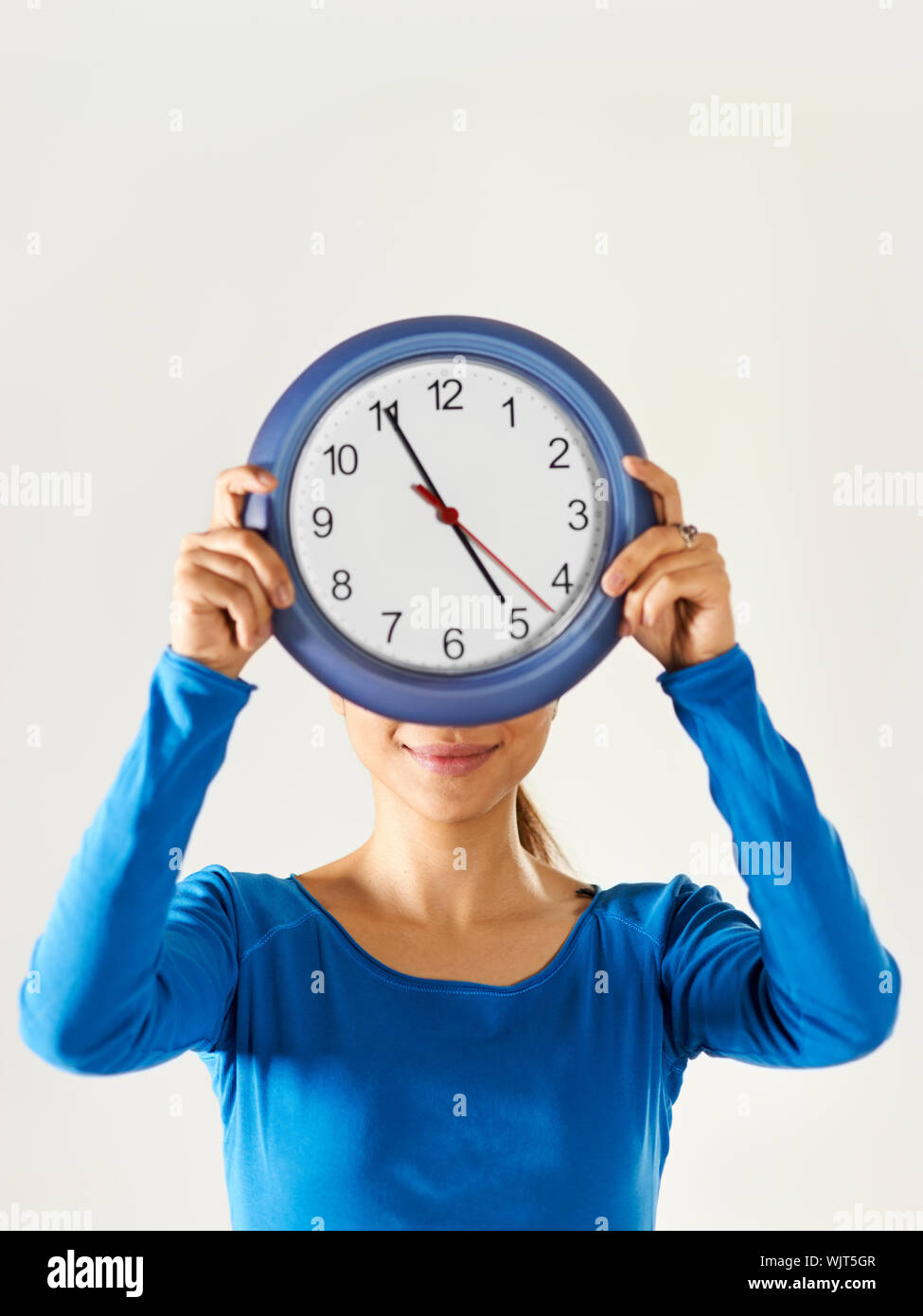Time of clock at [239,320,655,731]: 4:55
